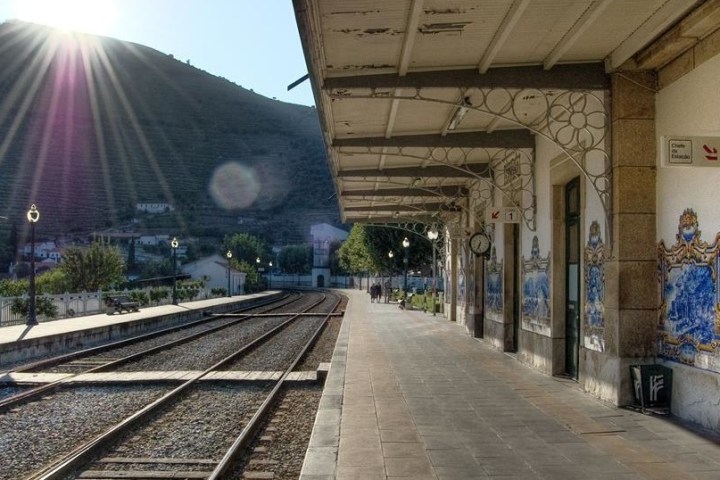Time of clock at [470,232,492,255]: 6:34
